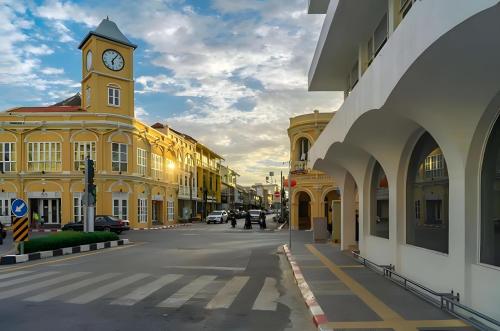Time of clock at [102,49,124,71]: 6:06
